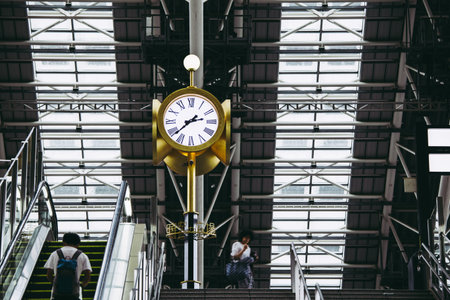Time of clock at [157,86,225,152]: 2:38
